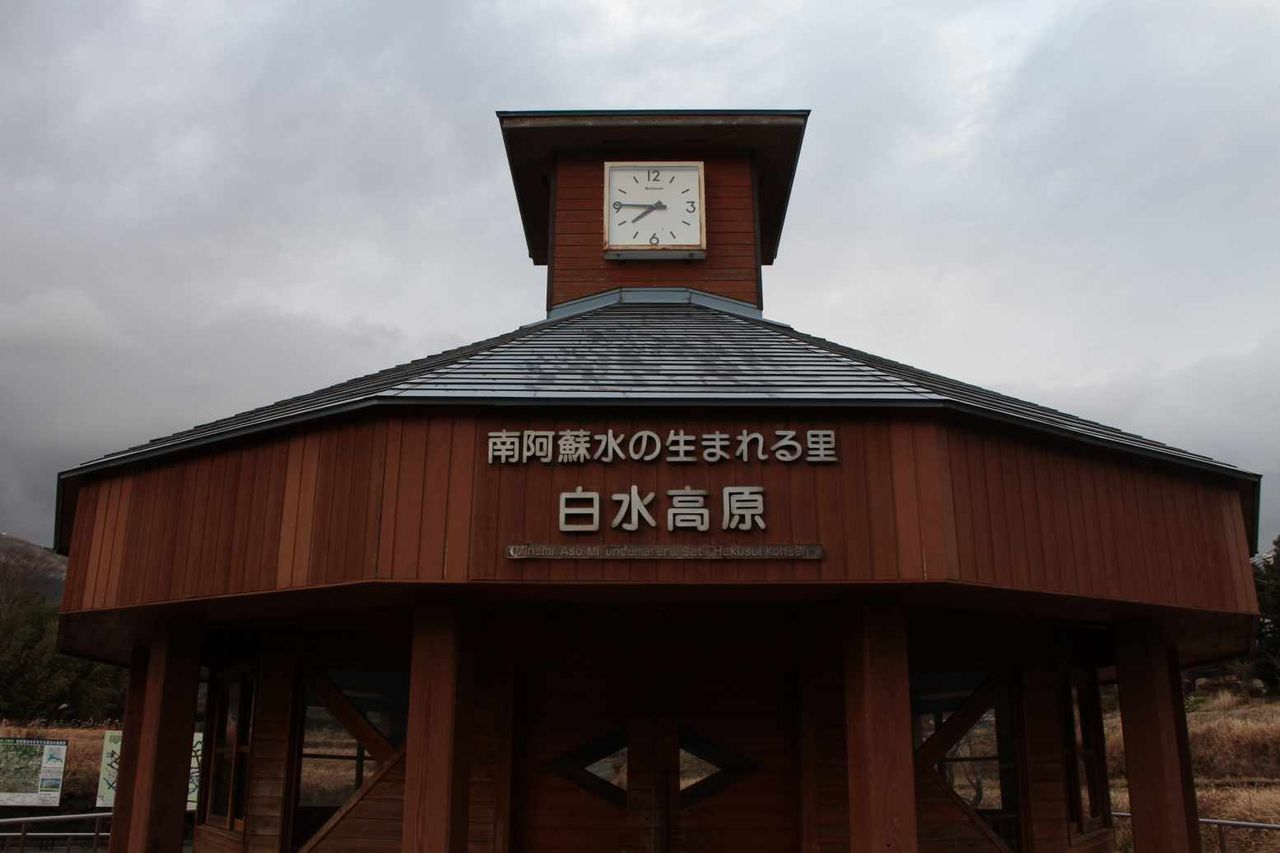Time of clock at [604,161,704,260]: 7:45
